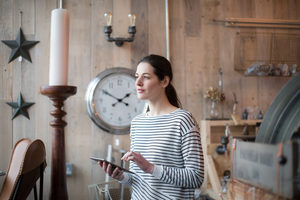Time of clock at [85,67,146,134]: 1:50
